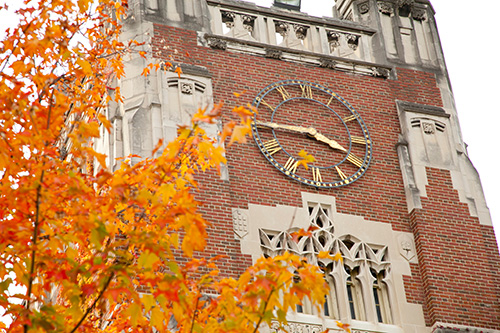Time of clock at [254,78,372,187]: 3:45
